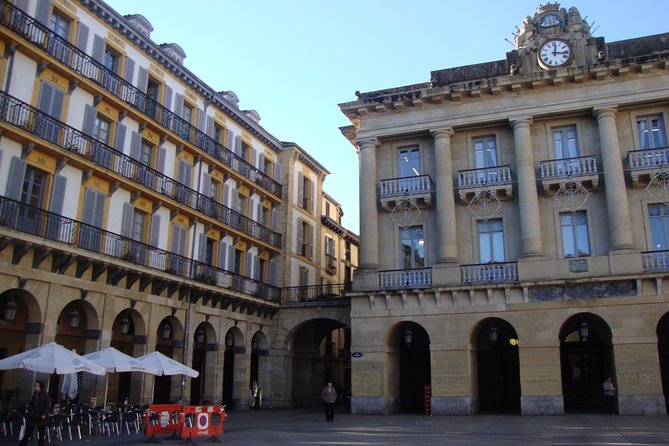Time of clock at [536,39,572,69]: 12:16
